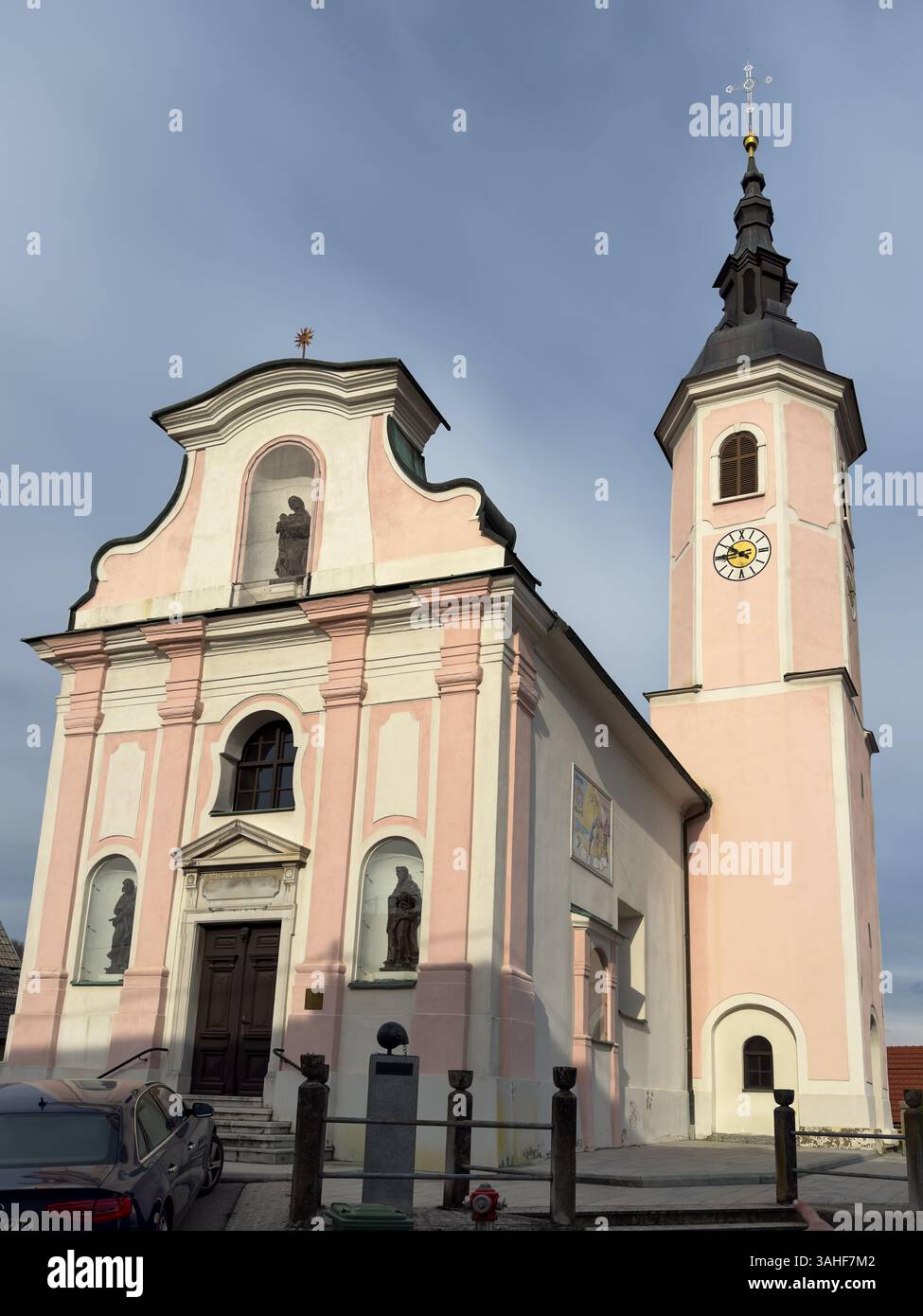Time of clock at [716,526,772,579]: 8:50
